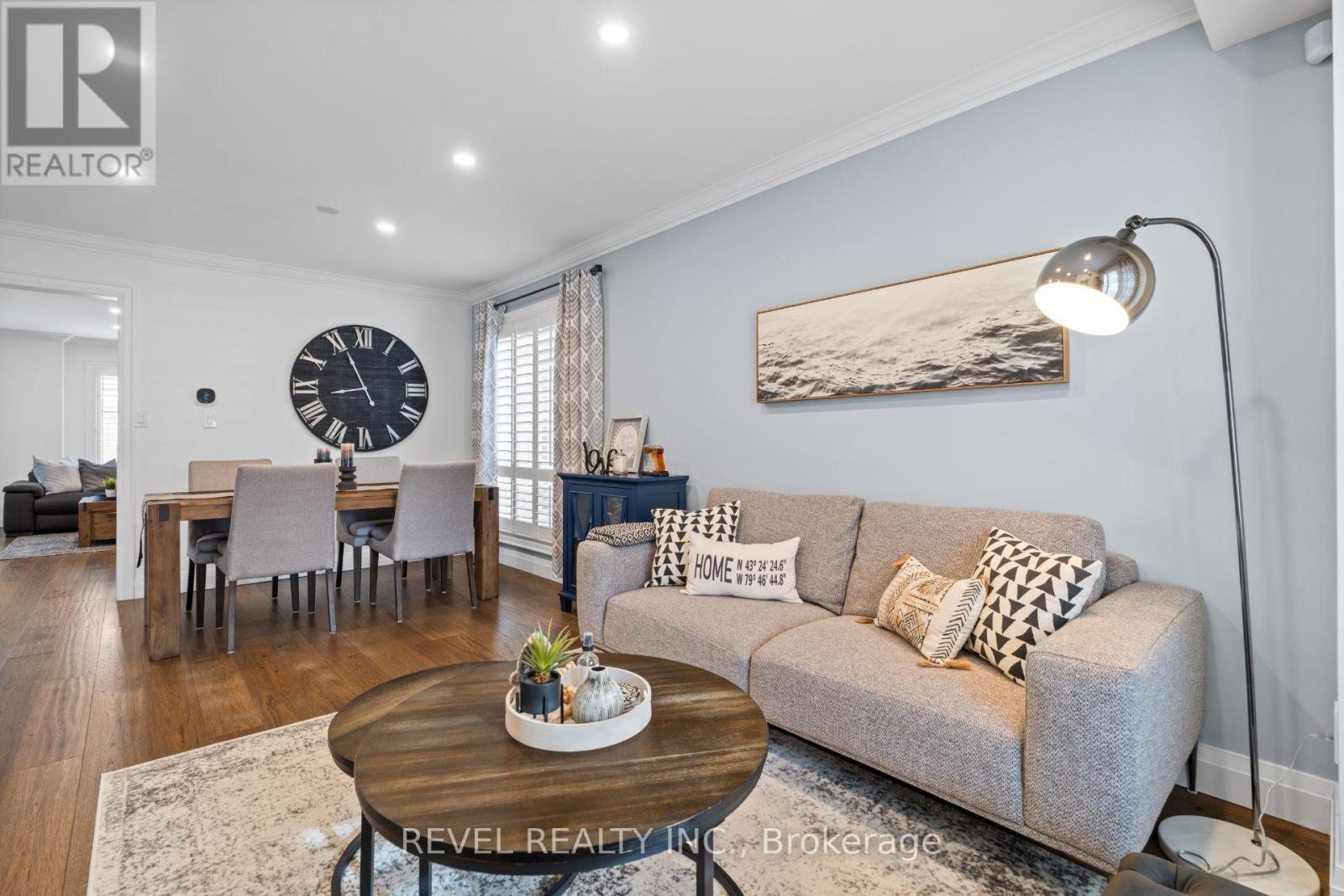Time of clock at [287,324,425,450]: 8:56
